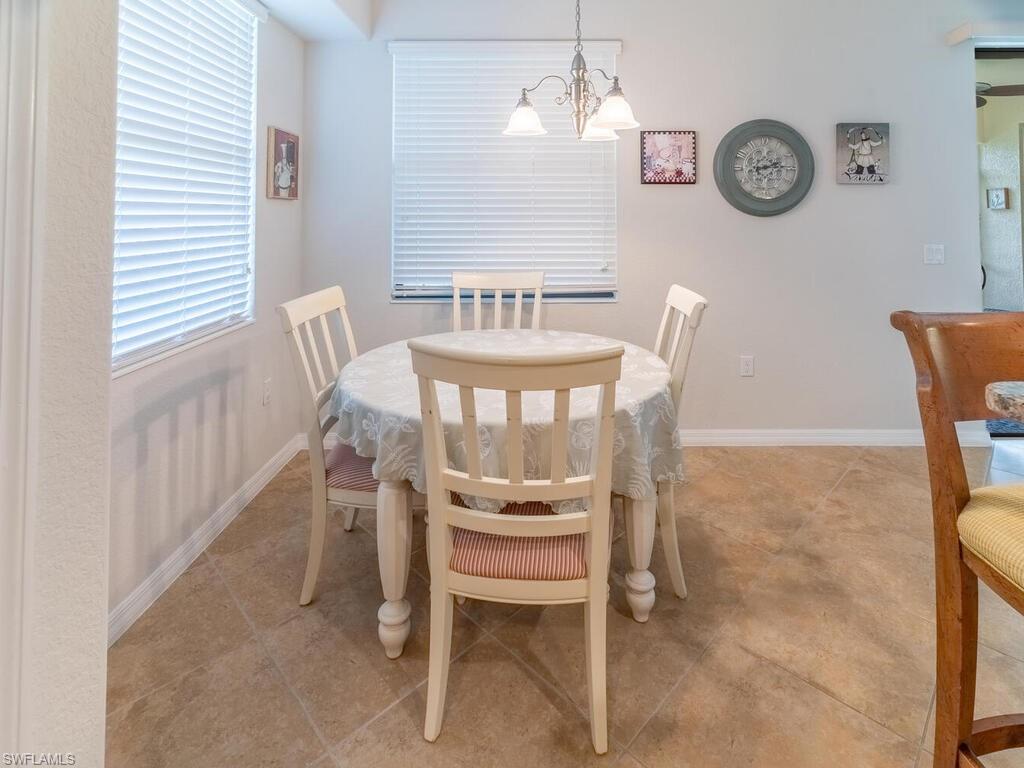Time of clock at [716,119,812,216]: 2:14
